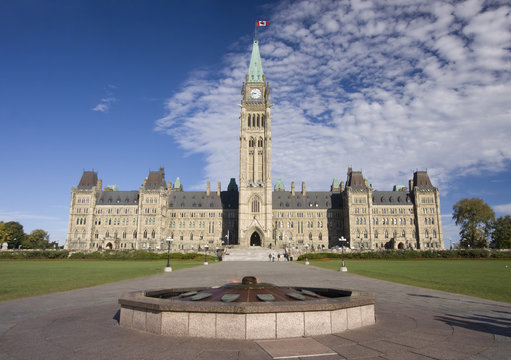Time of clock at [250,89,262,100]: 9:43
